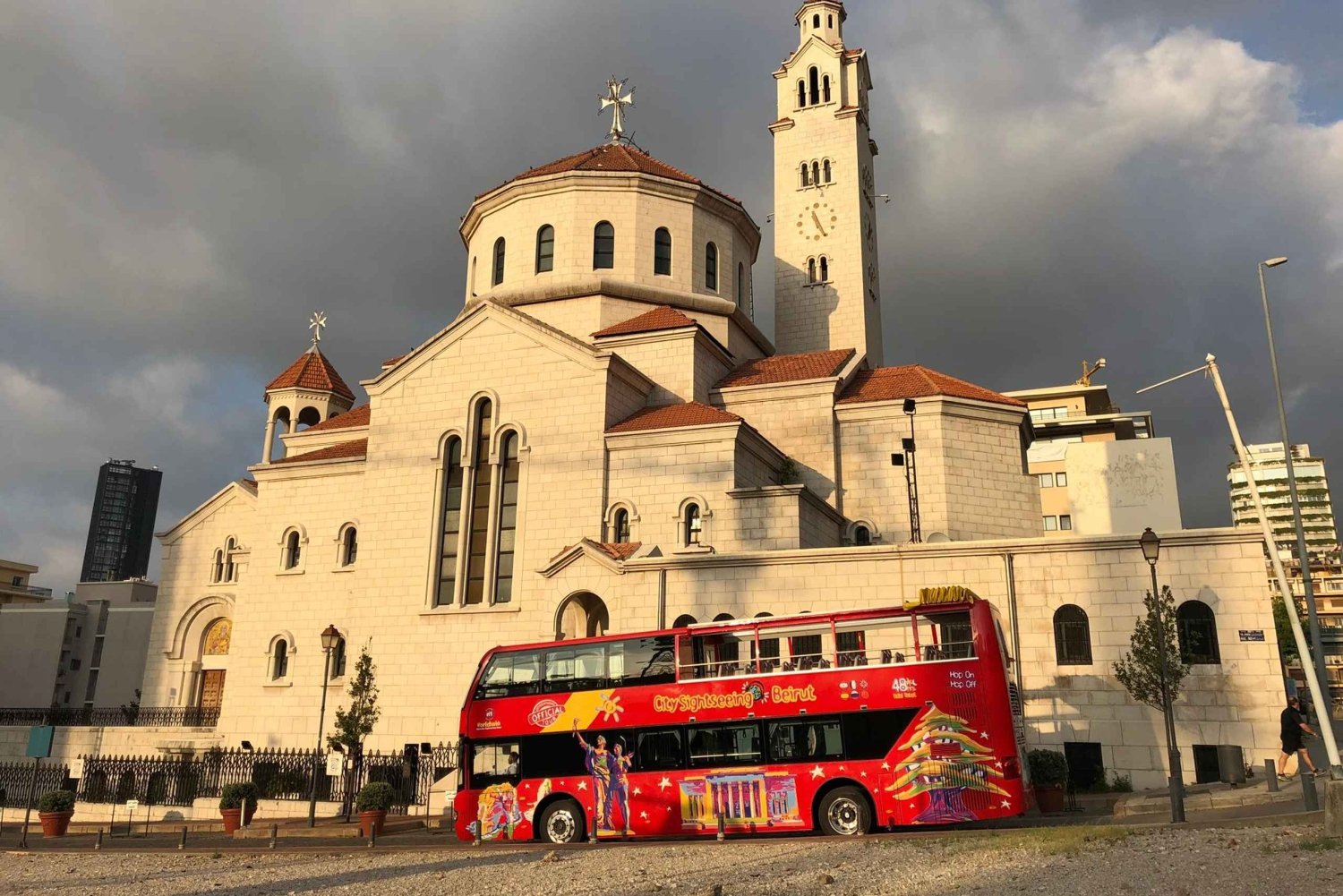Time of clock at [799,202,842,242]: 11:25
